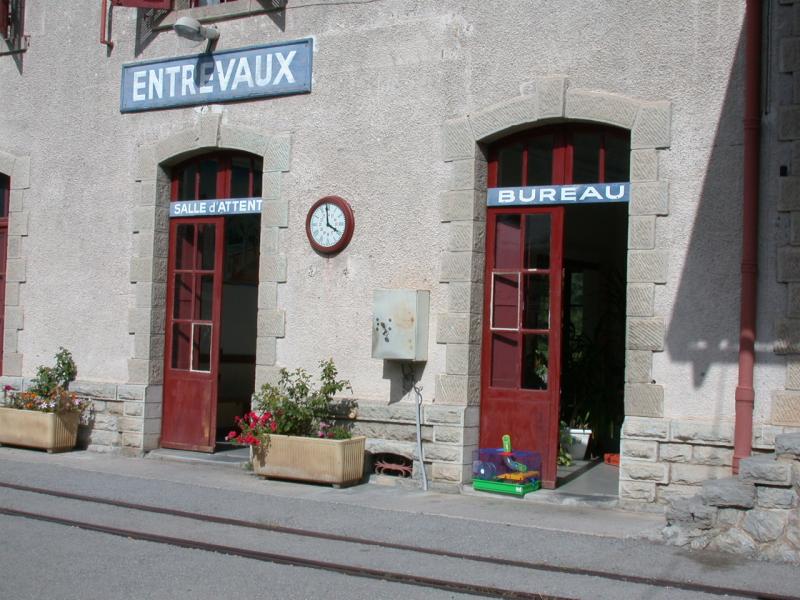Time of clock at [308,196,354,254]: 3:58
